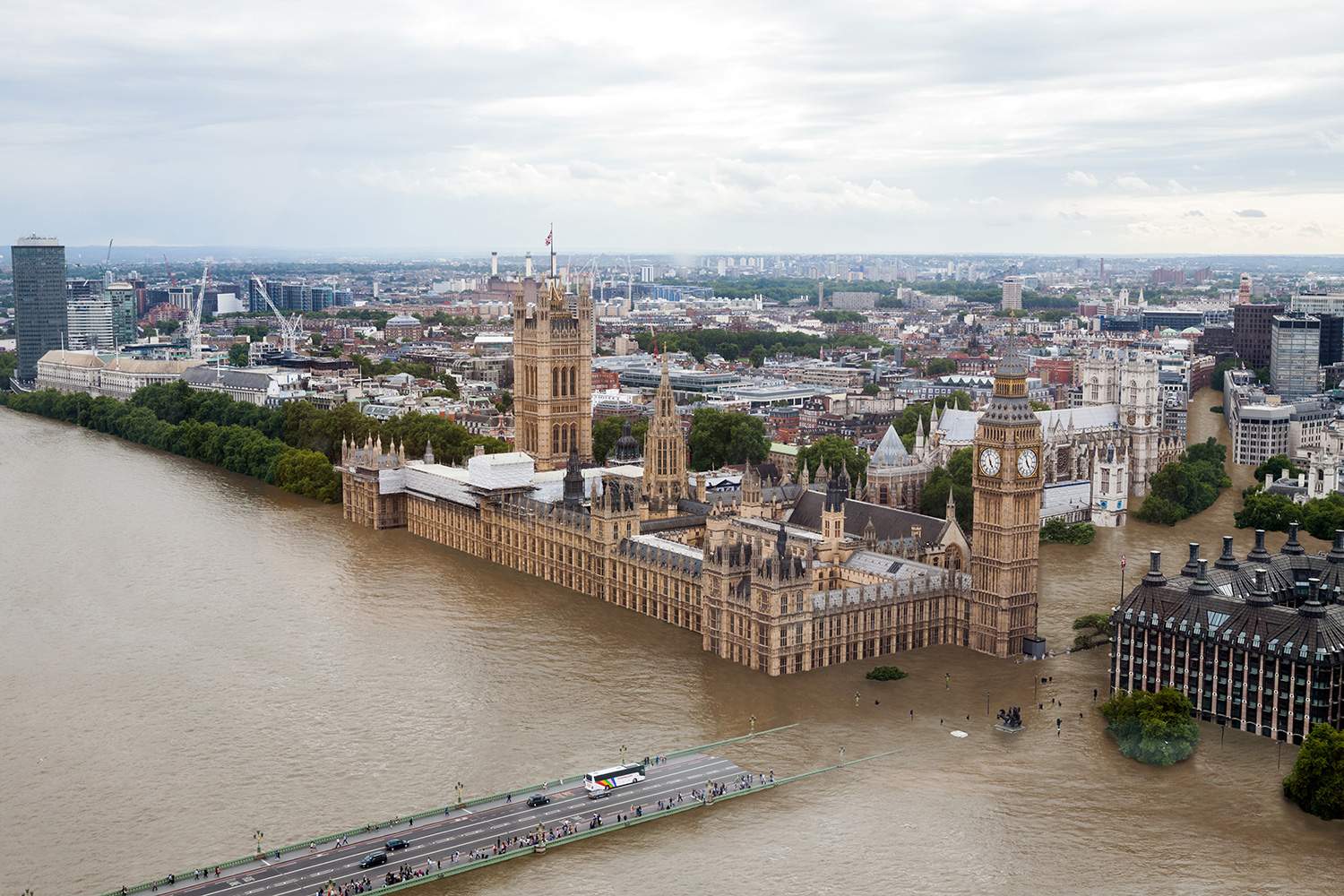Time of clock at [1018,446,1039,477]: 4:57
